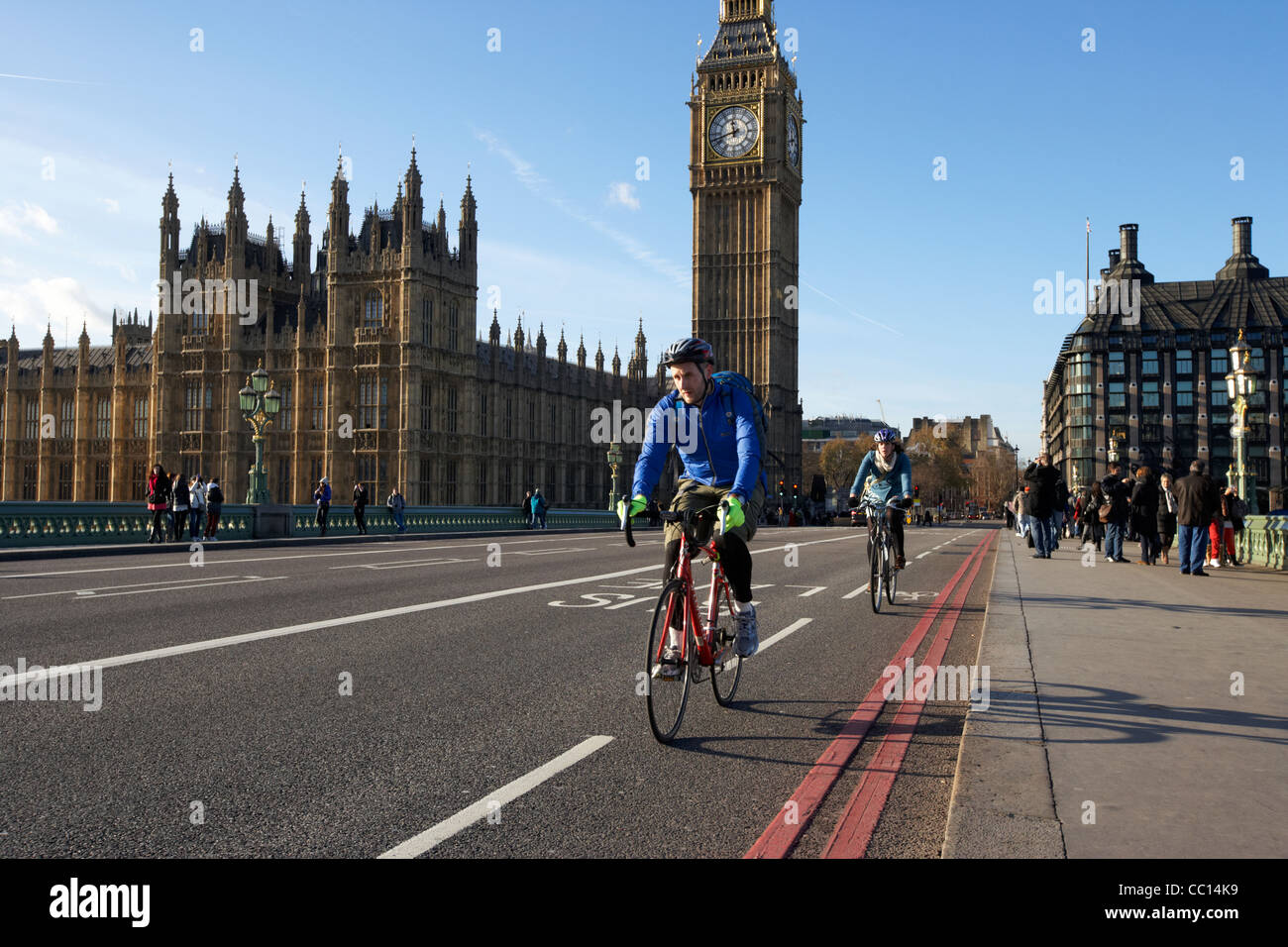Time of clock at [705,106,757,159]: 11:42
